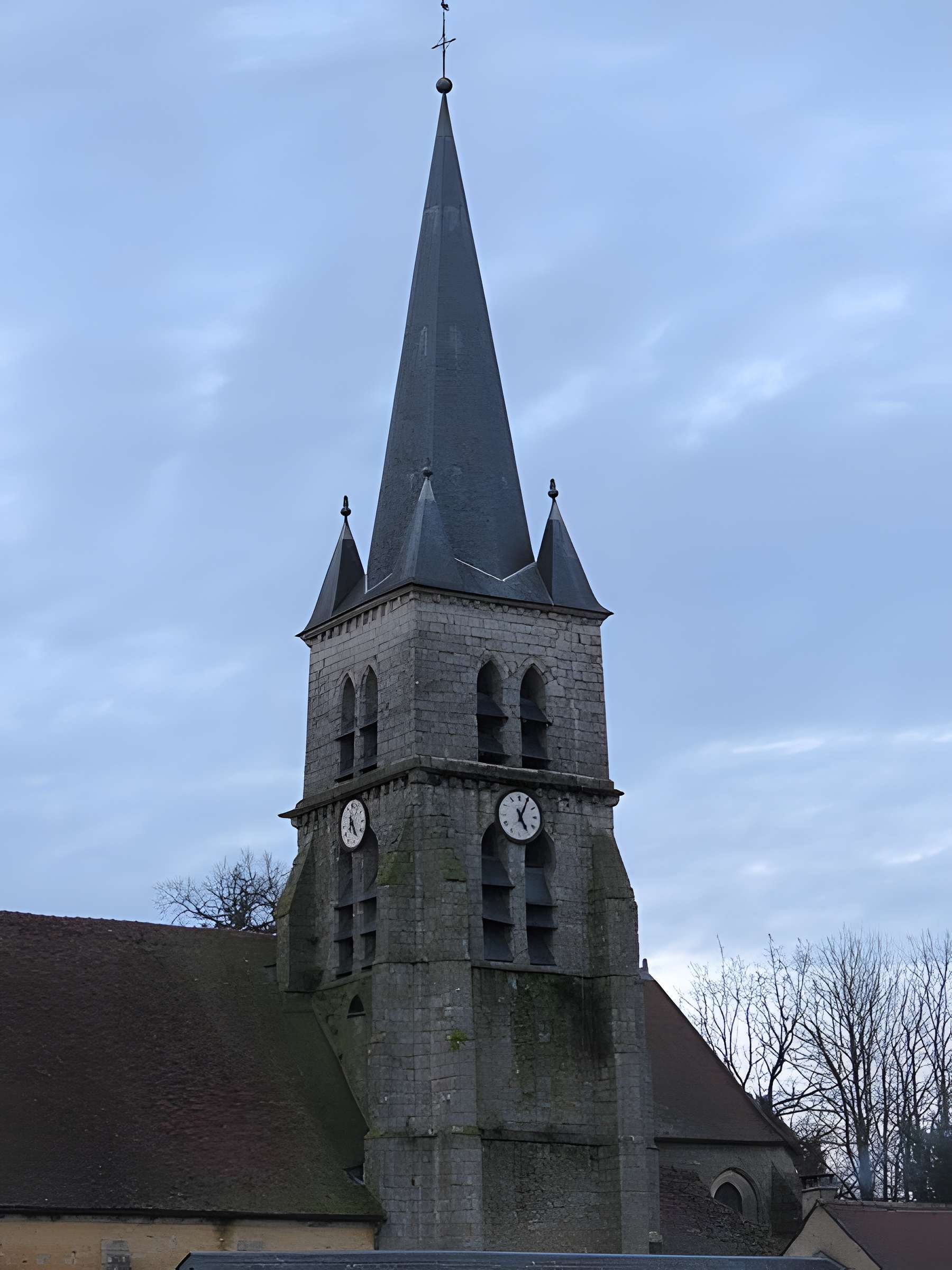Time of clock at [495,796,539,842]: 5:04
